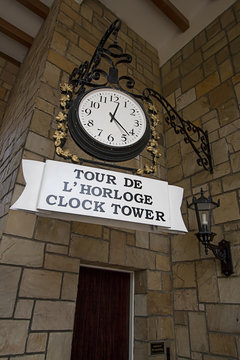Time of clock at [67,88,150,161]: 12:22
